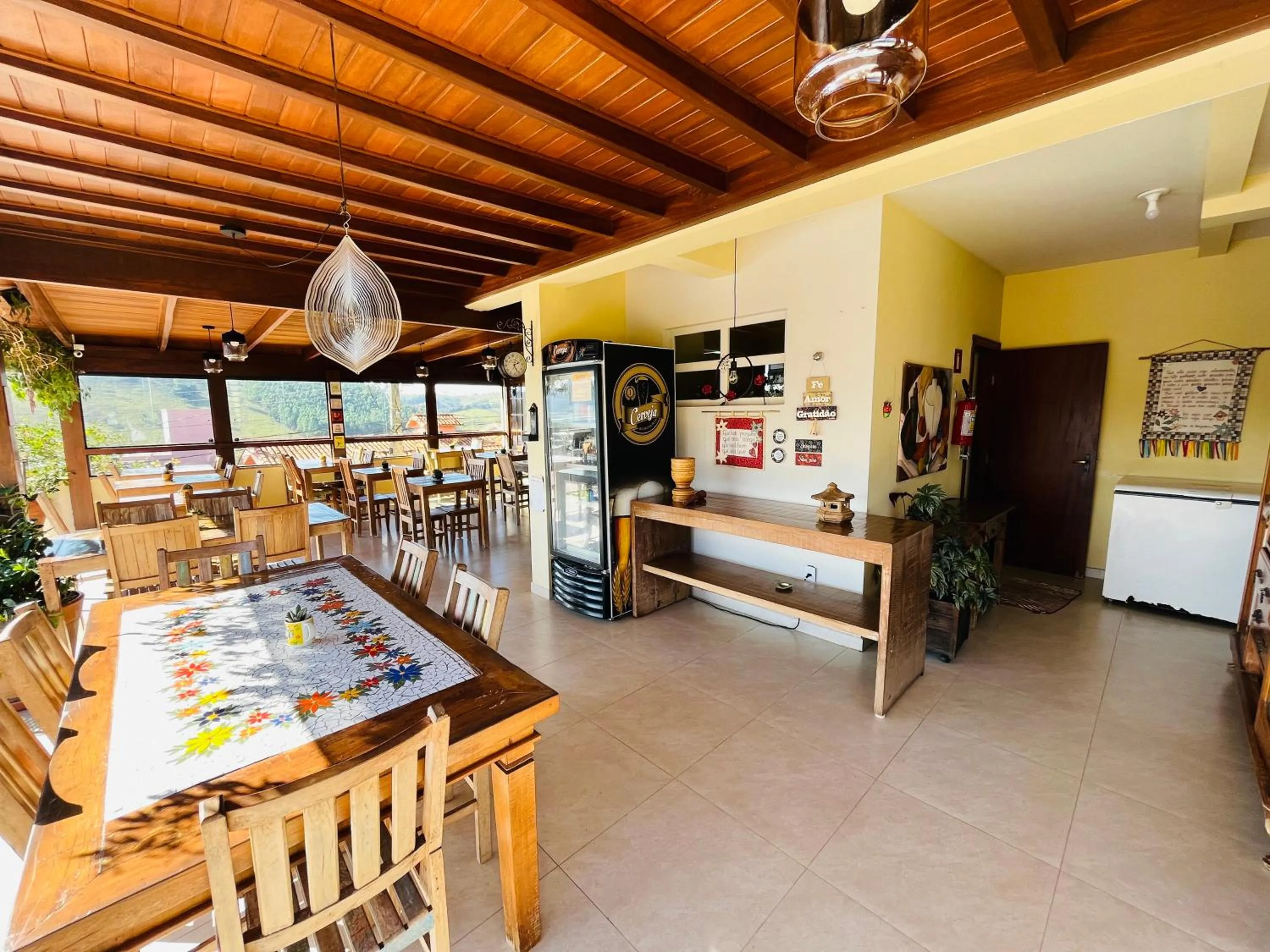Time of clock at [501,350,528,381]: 2:25
